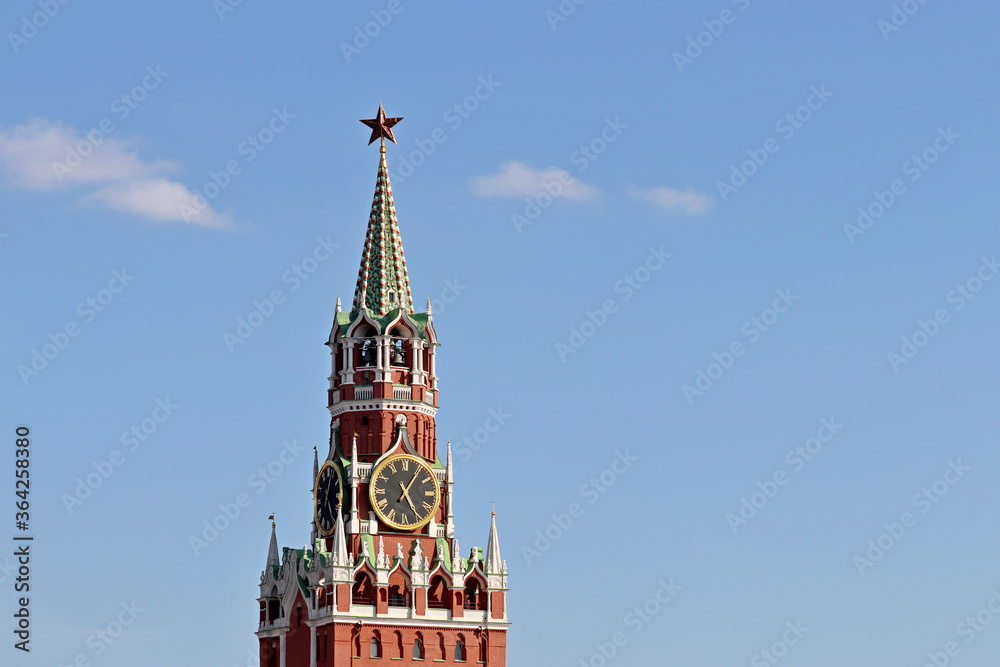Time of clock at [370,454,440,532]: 5:05
